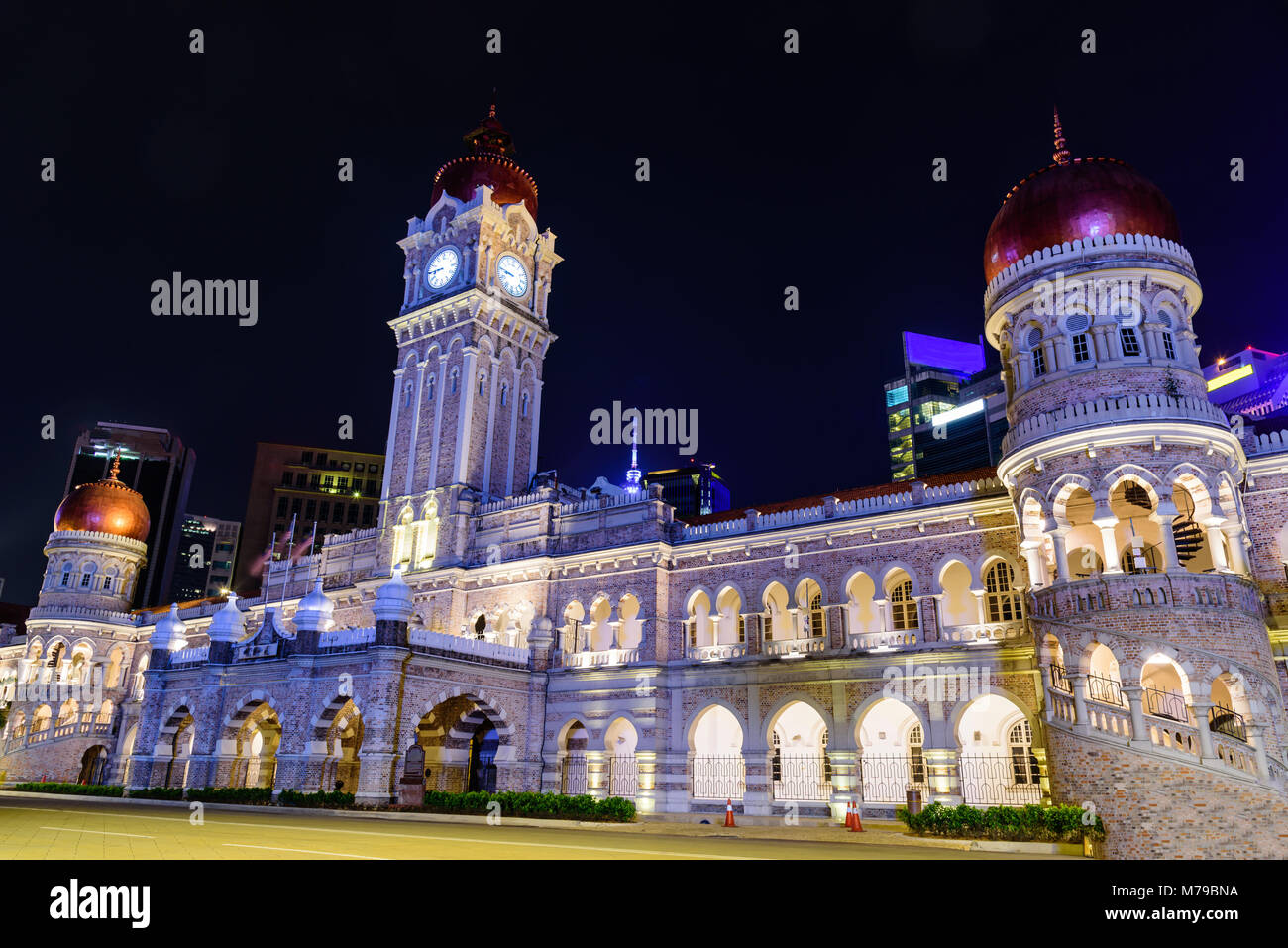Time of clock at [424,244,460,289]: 8:45
